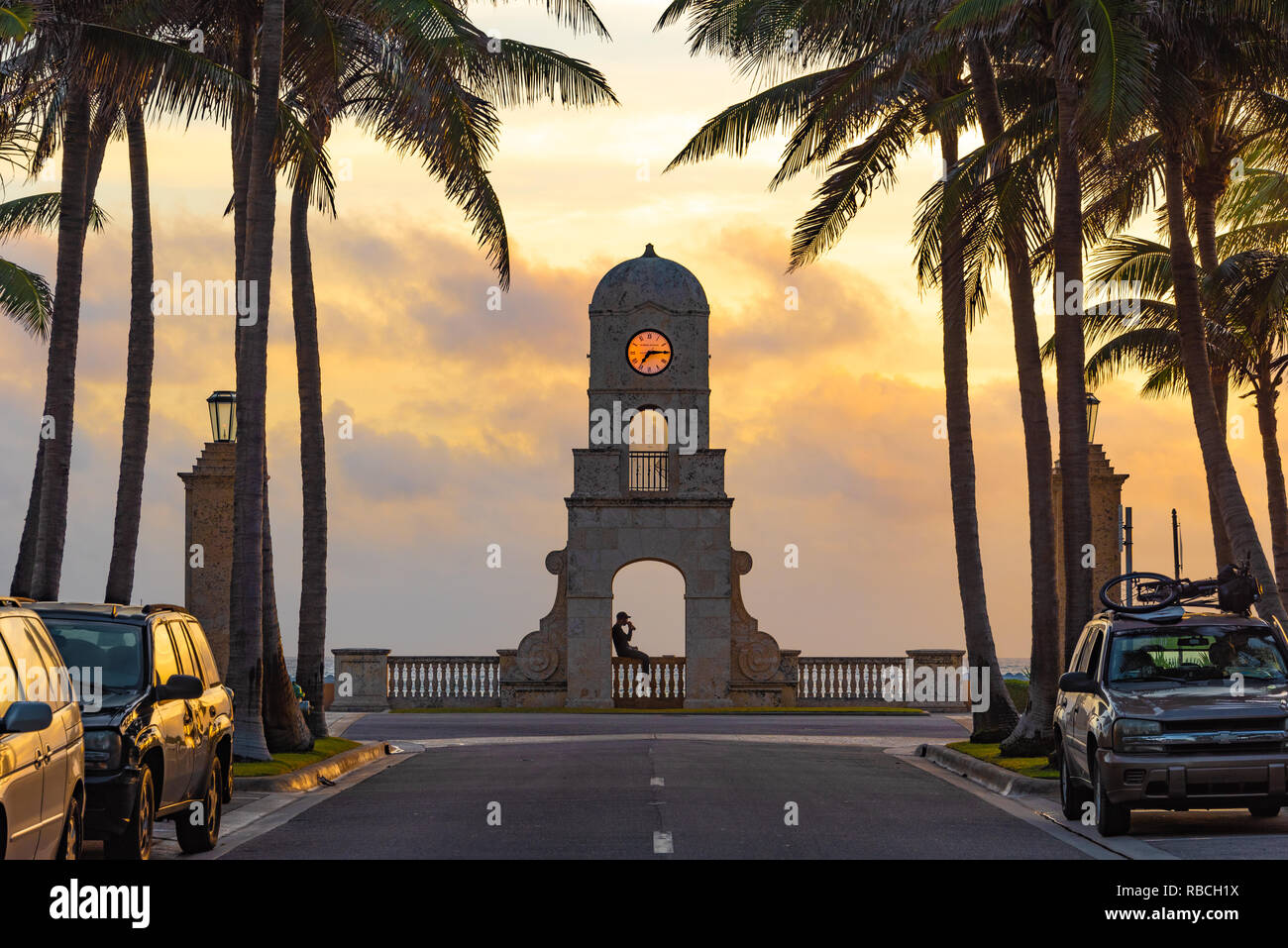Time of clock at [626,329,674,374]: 7:14
